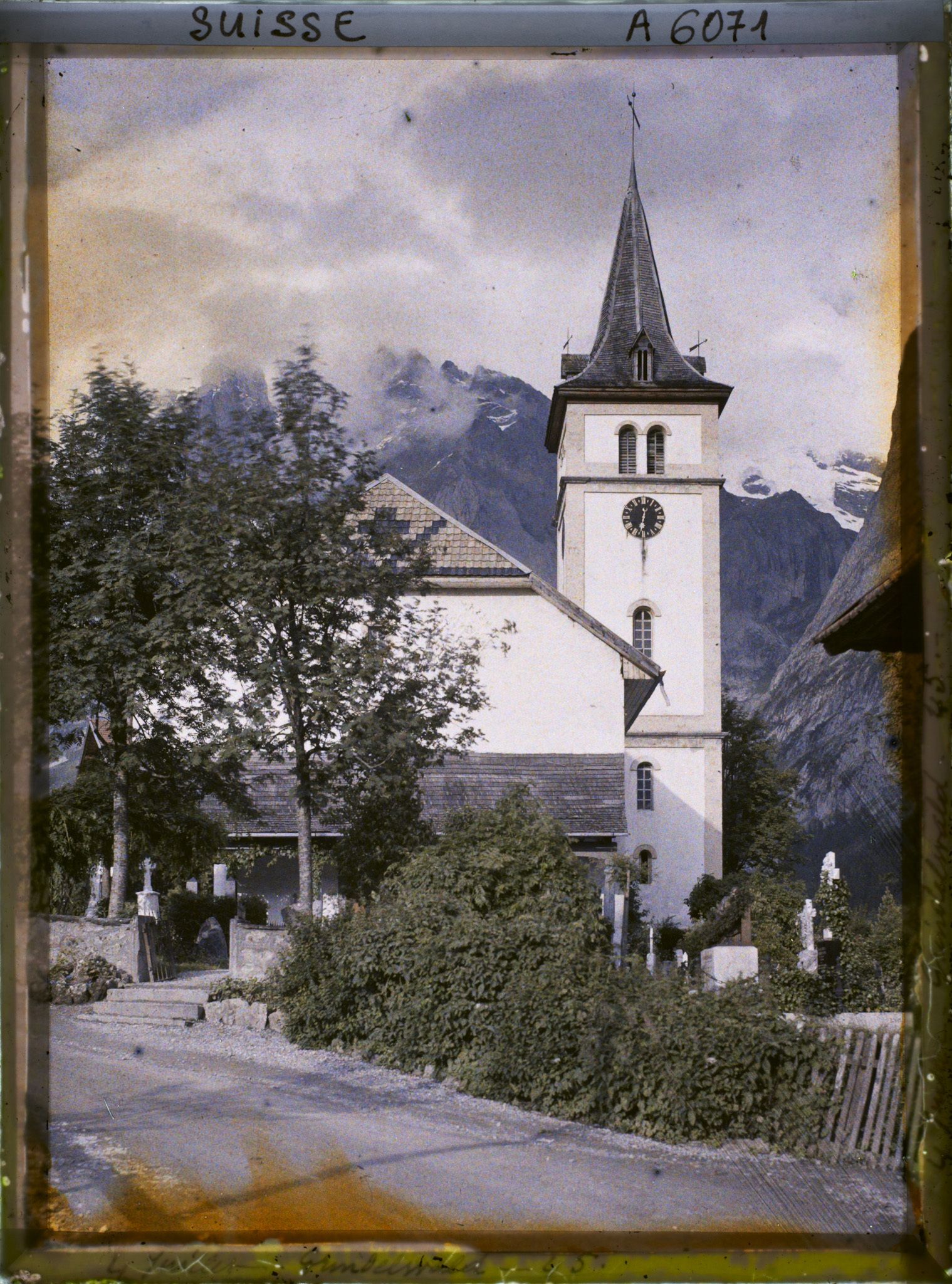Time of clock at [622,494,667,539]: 6:01
